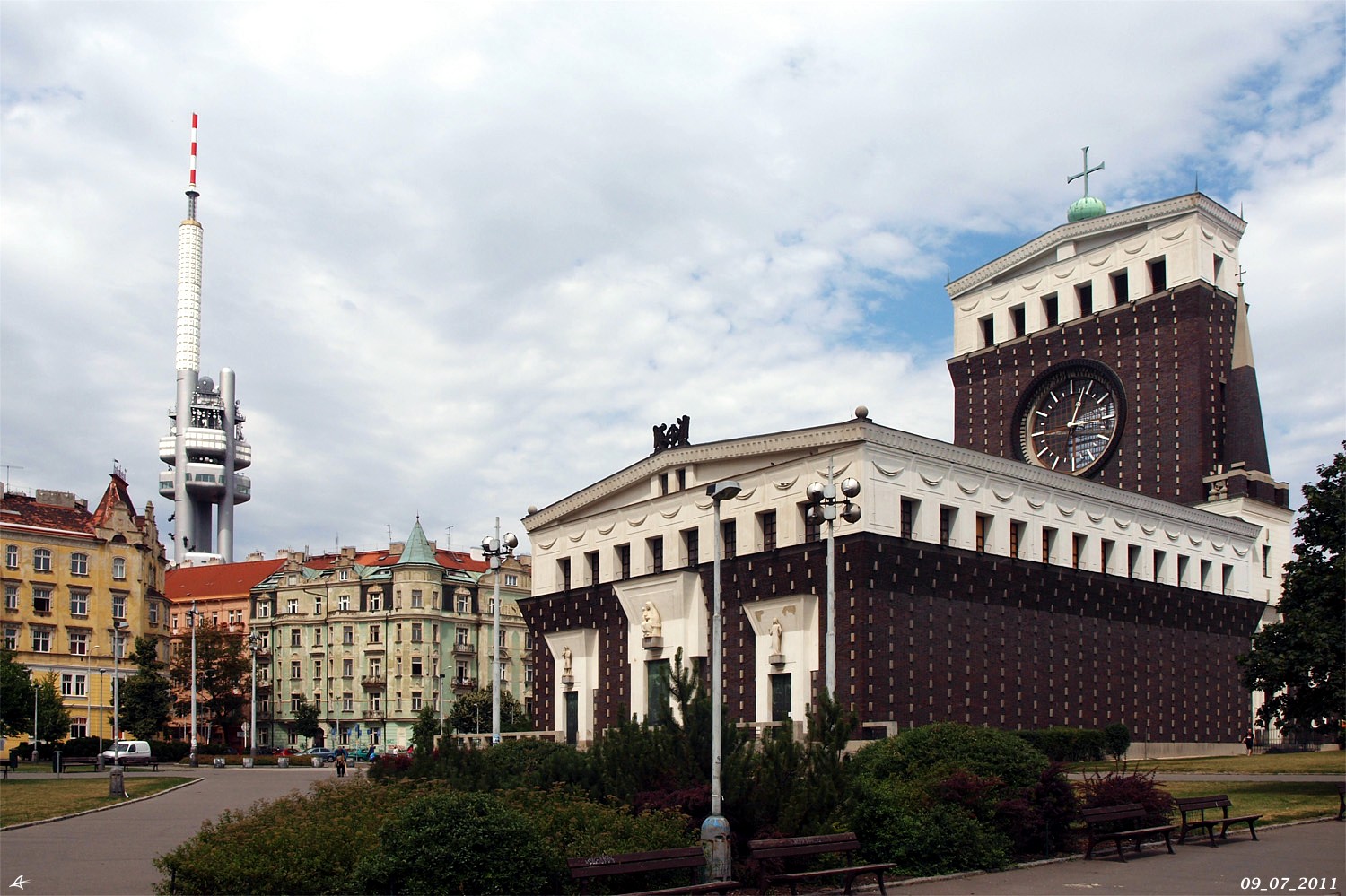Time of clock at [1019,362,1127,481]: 3:03
